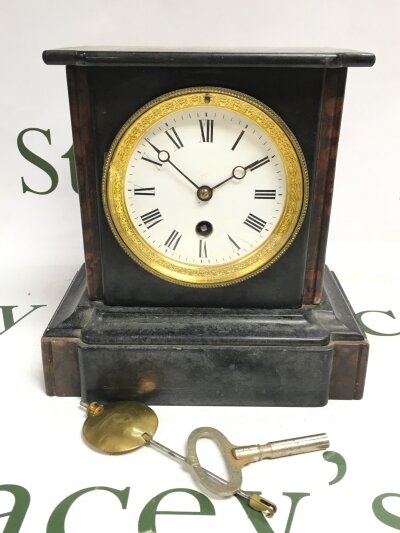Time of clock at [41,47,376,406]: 1:51
